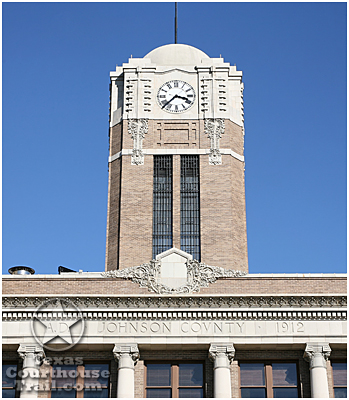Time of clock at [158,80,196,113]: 3:37
